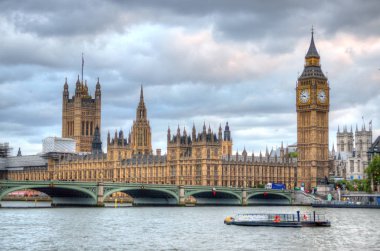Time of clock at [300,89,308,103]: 8:51
